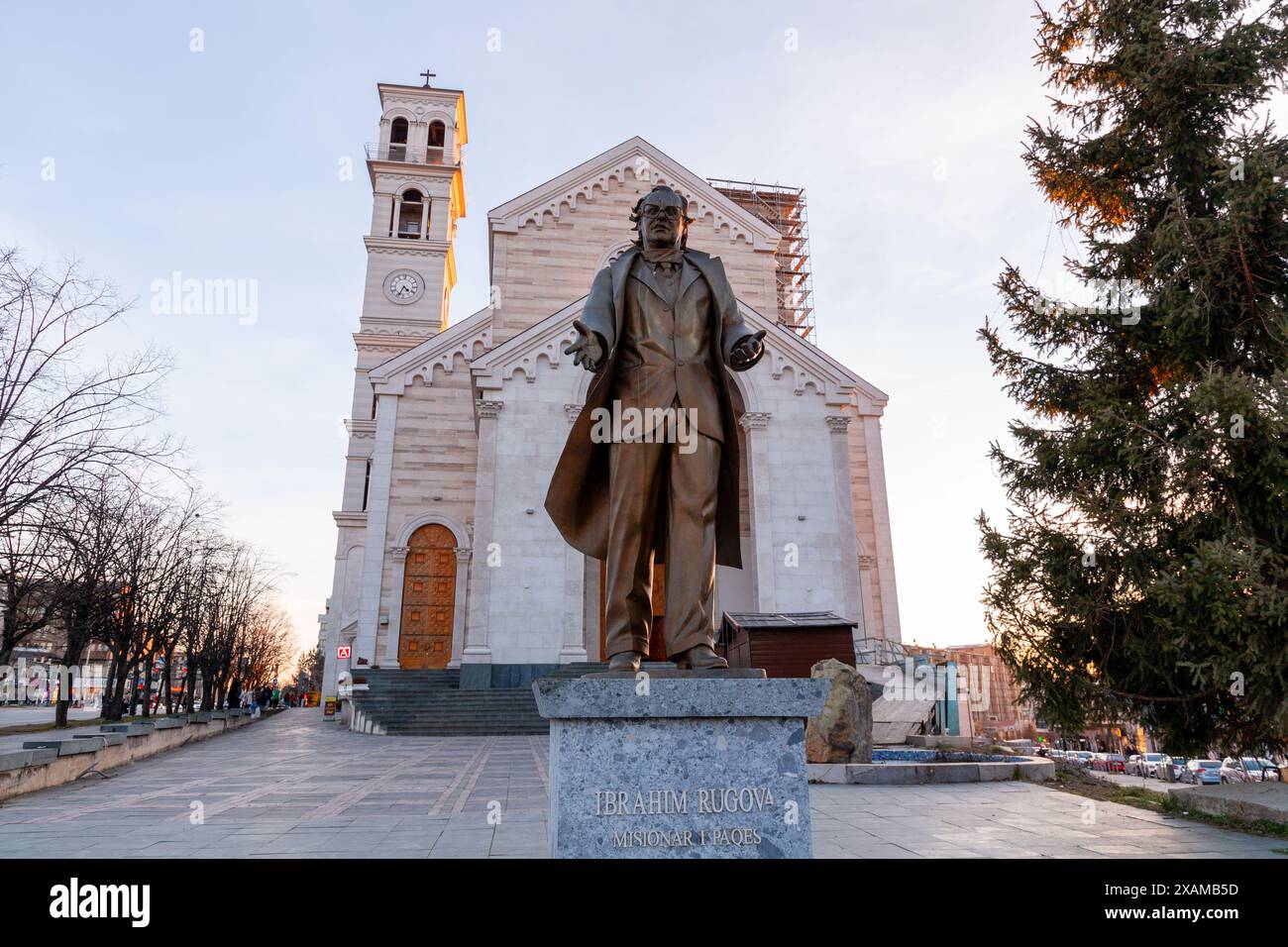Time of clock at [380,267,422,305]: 4:33
